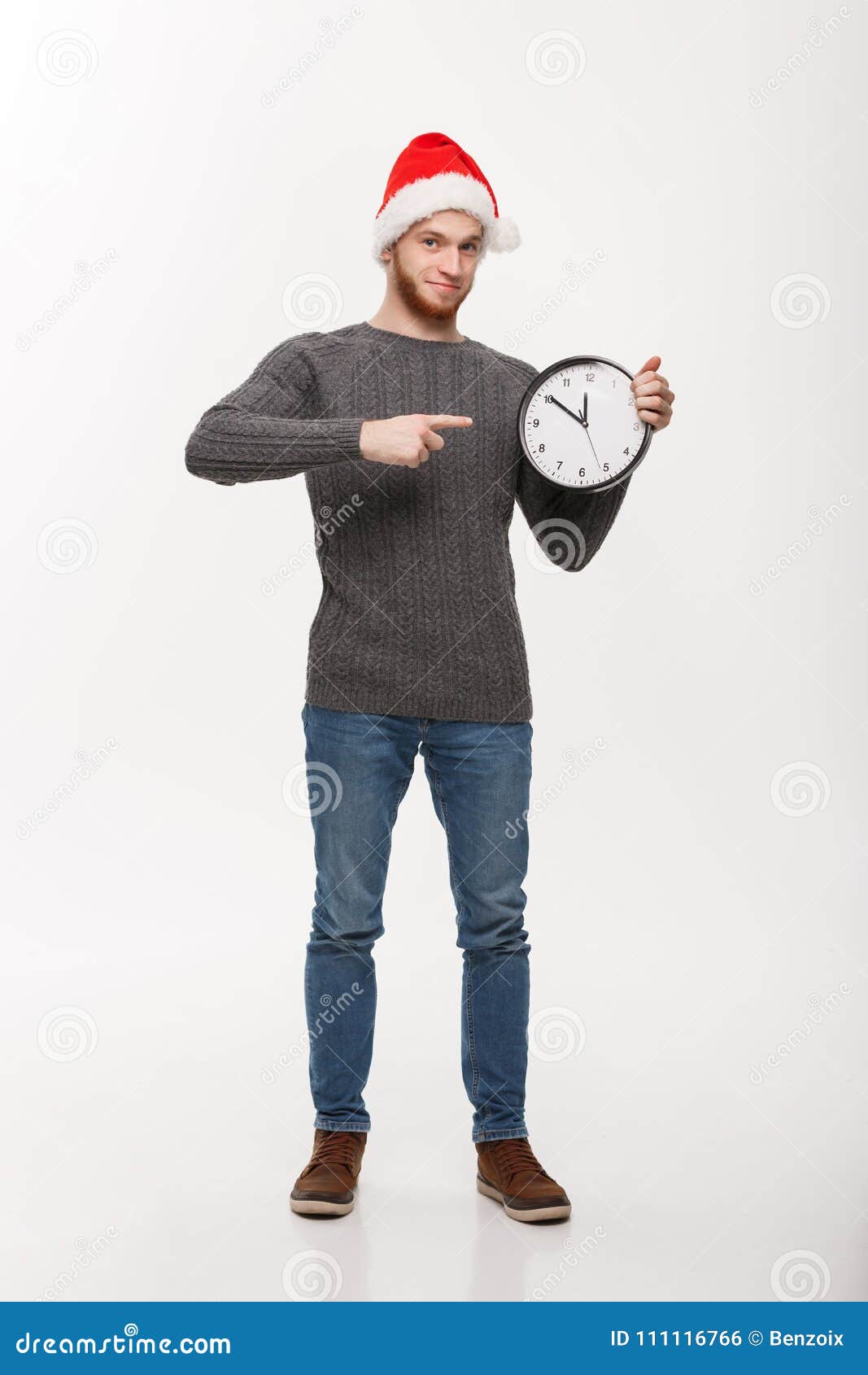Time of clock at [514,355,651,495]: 11:50
